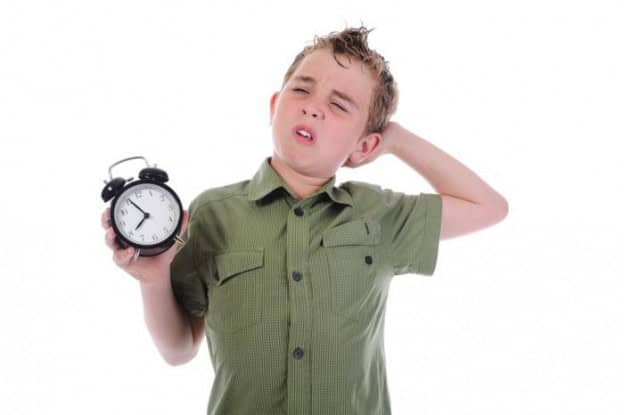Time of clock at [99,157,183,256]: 7:55
